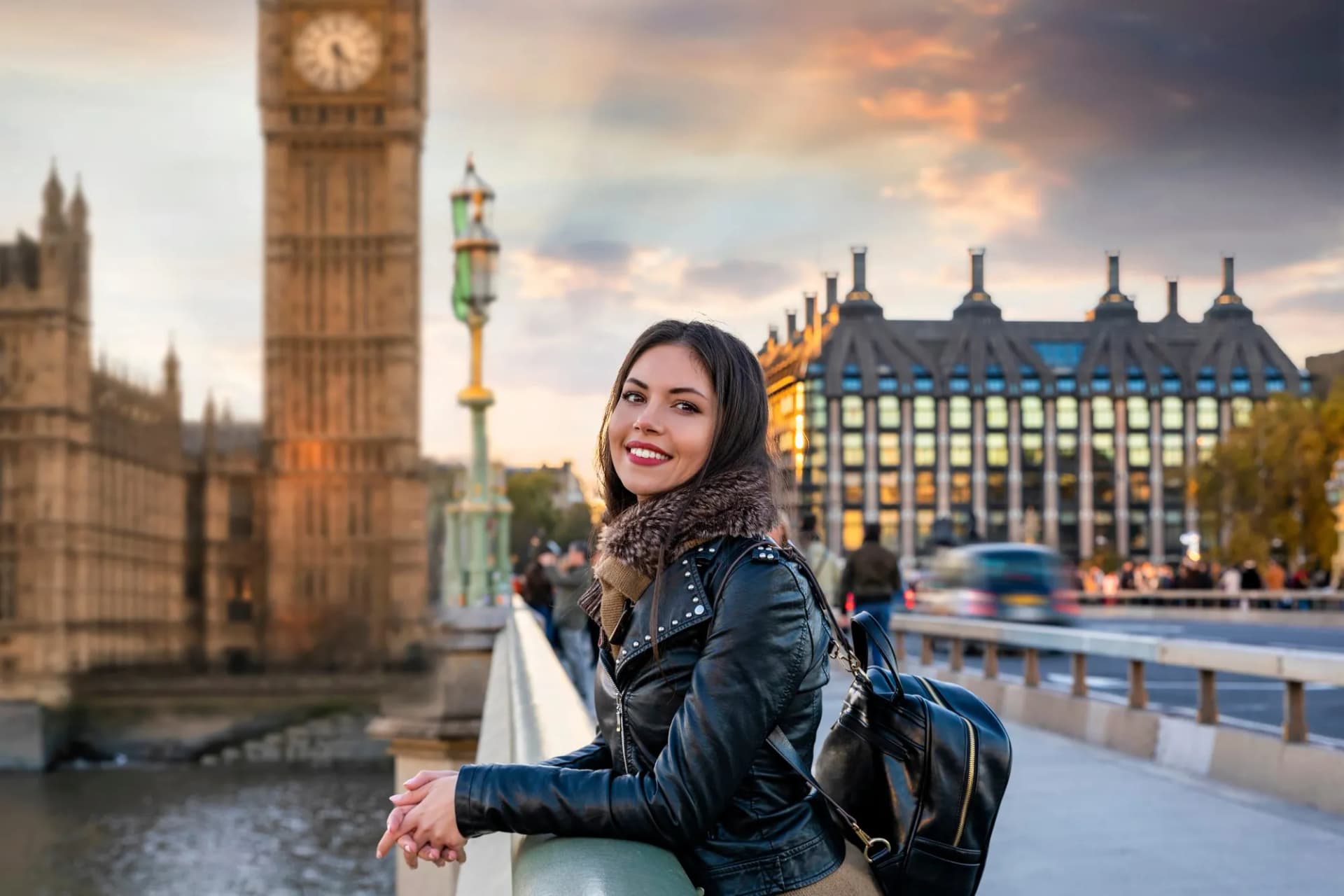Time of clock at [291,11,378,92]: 4:29
